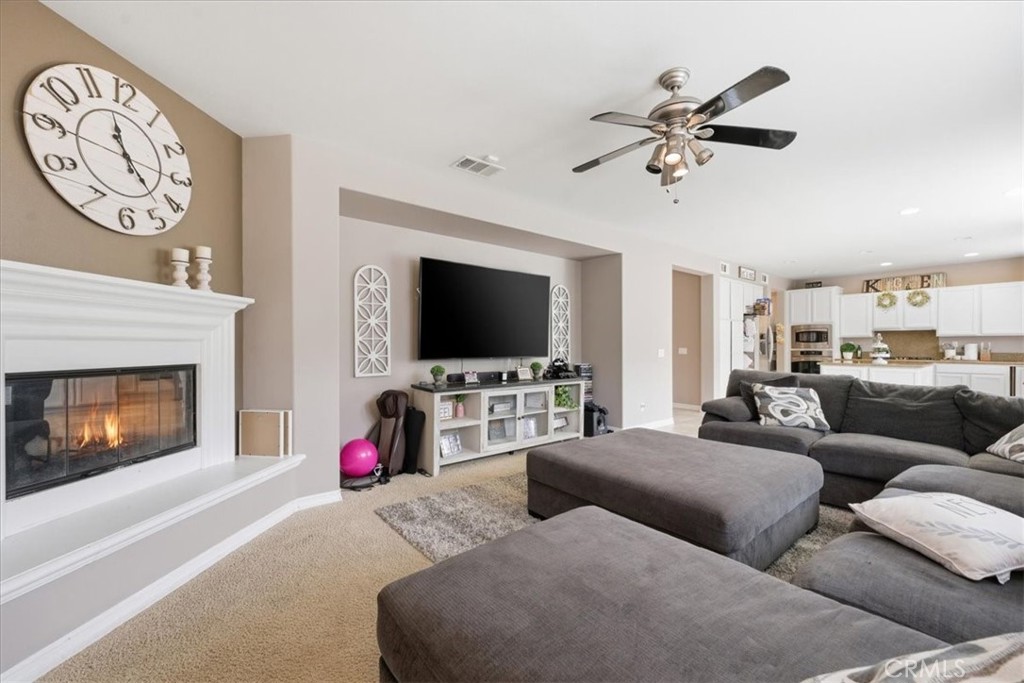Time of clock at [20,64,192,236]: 11:22
